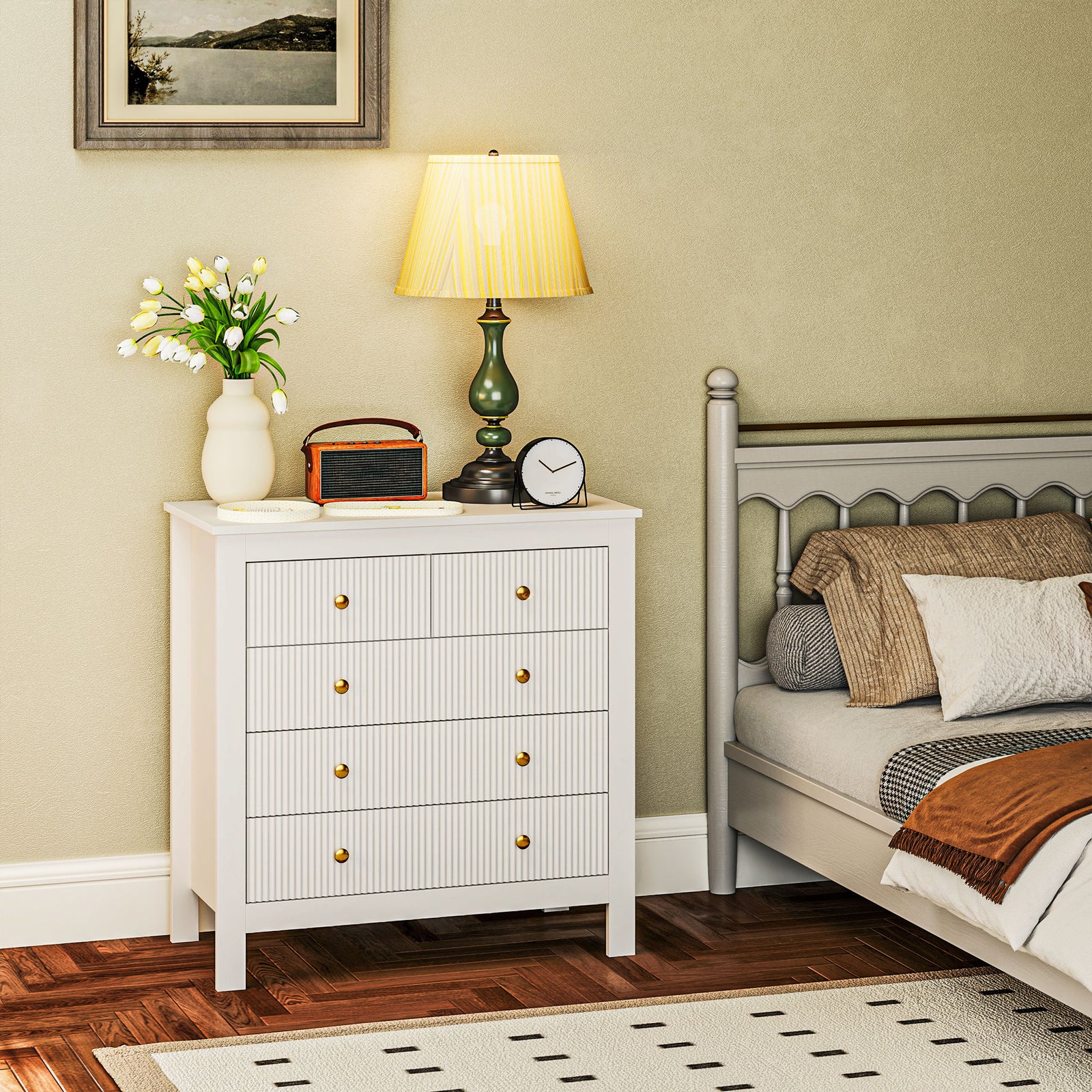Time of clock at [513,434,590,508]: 10:11
